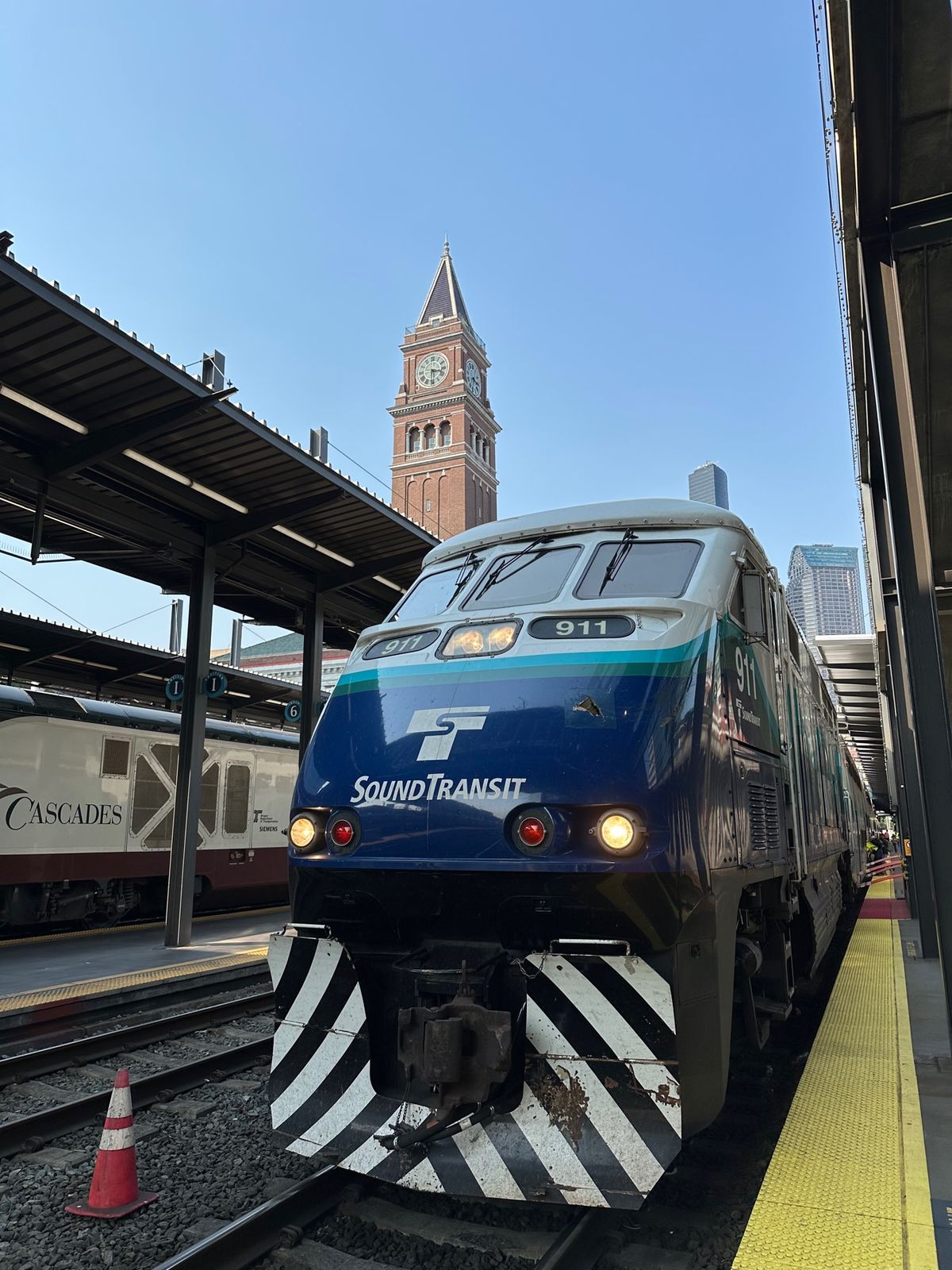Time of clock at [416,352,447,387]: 3:30
